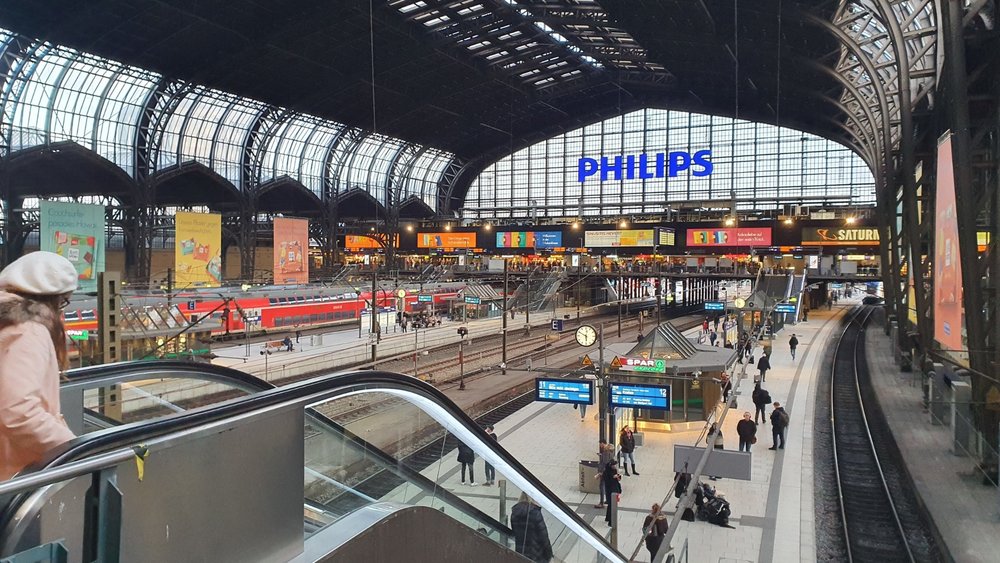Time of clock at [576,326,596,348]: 5:49
